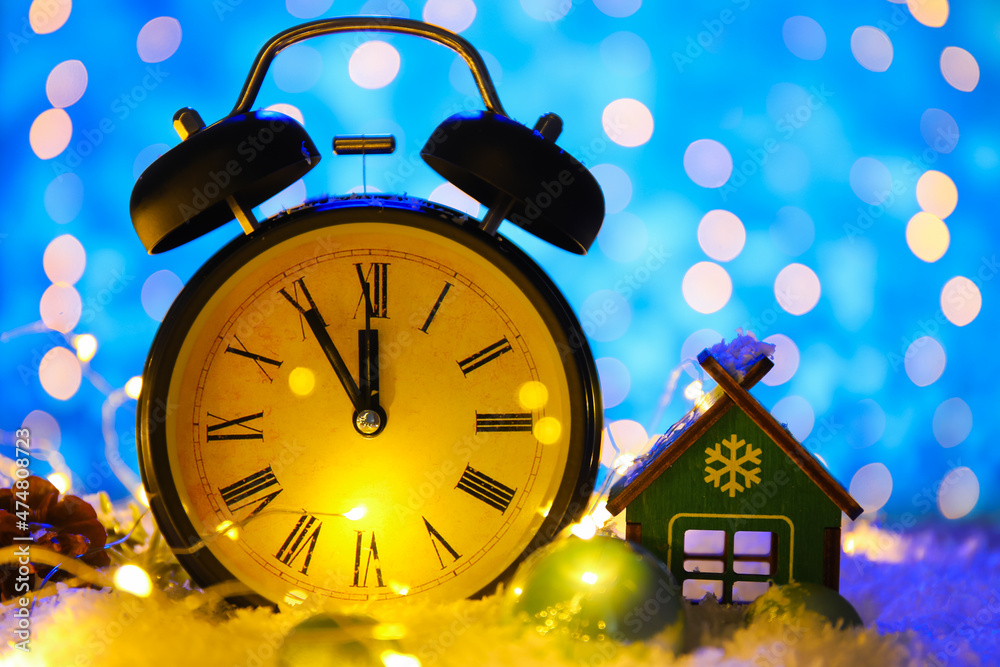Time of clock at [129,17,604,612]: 11:54
